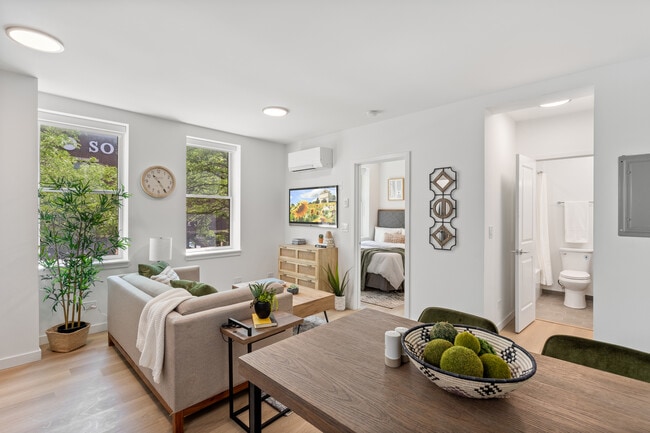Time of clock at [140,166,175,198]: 10:24
